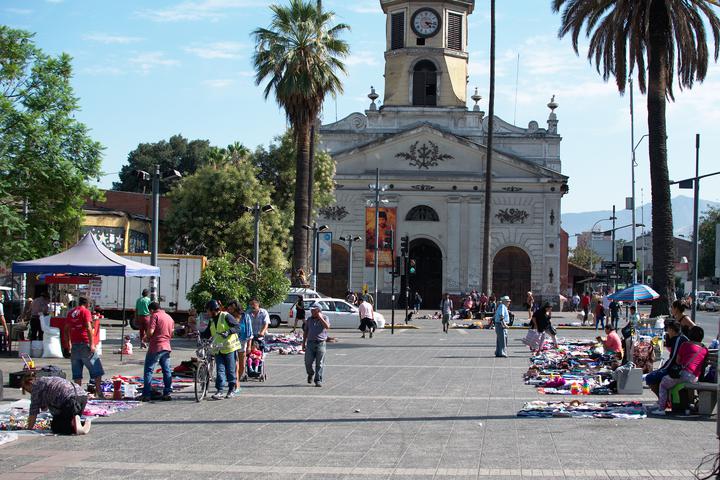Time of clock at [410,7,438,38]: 4:16
